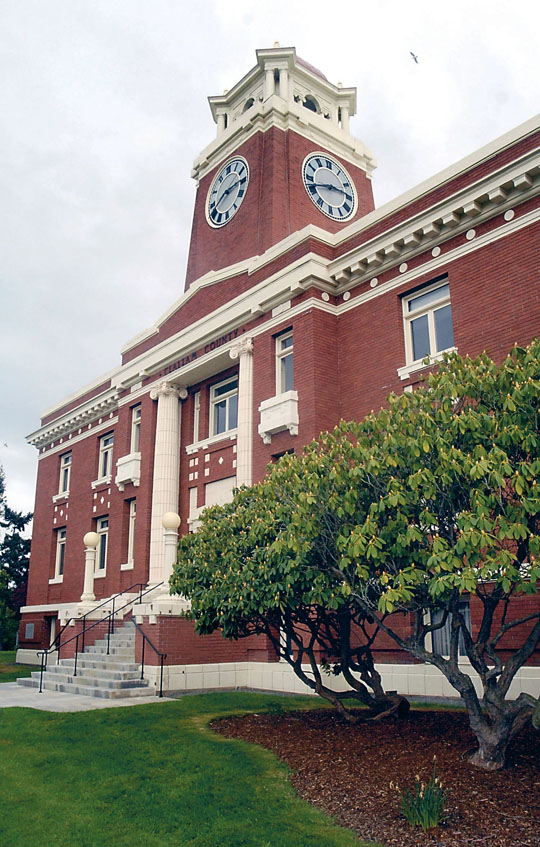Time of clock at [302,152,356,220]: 2:42
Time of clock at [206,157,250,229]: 8:14
